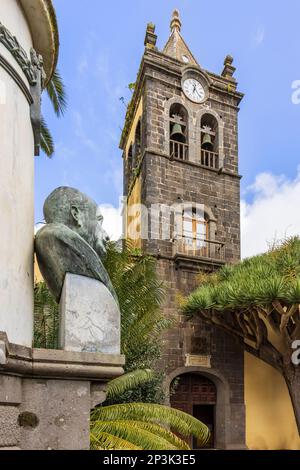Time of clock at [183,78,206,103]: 12:23
